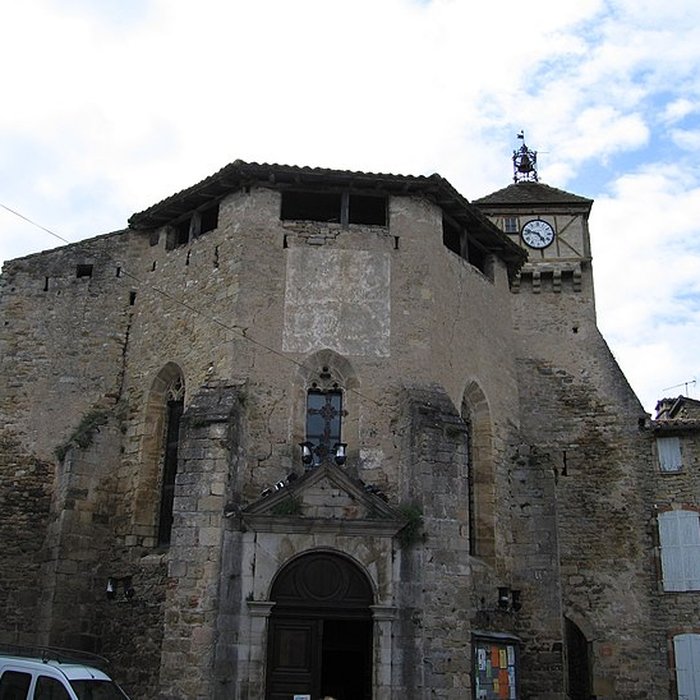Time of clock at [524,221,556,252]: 4:47
